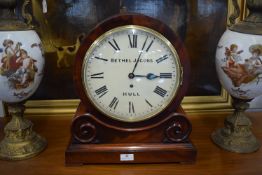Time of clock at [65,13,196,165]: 3:03
